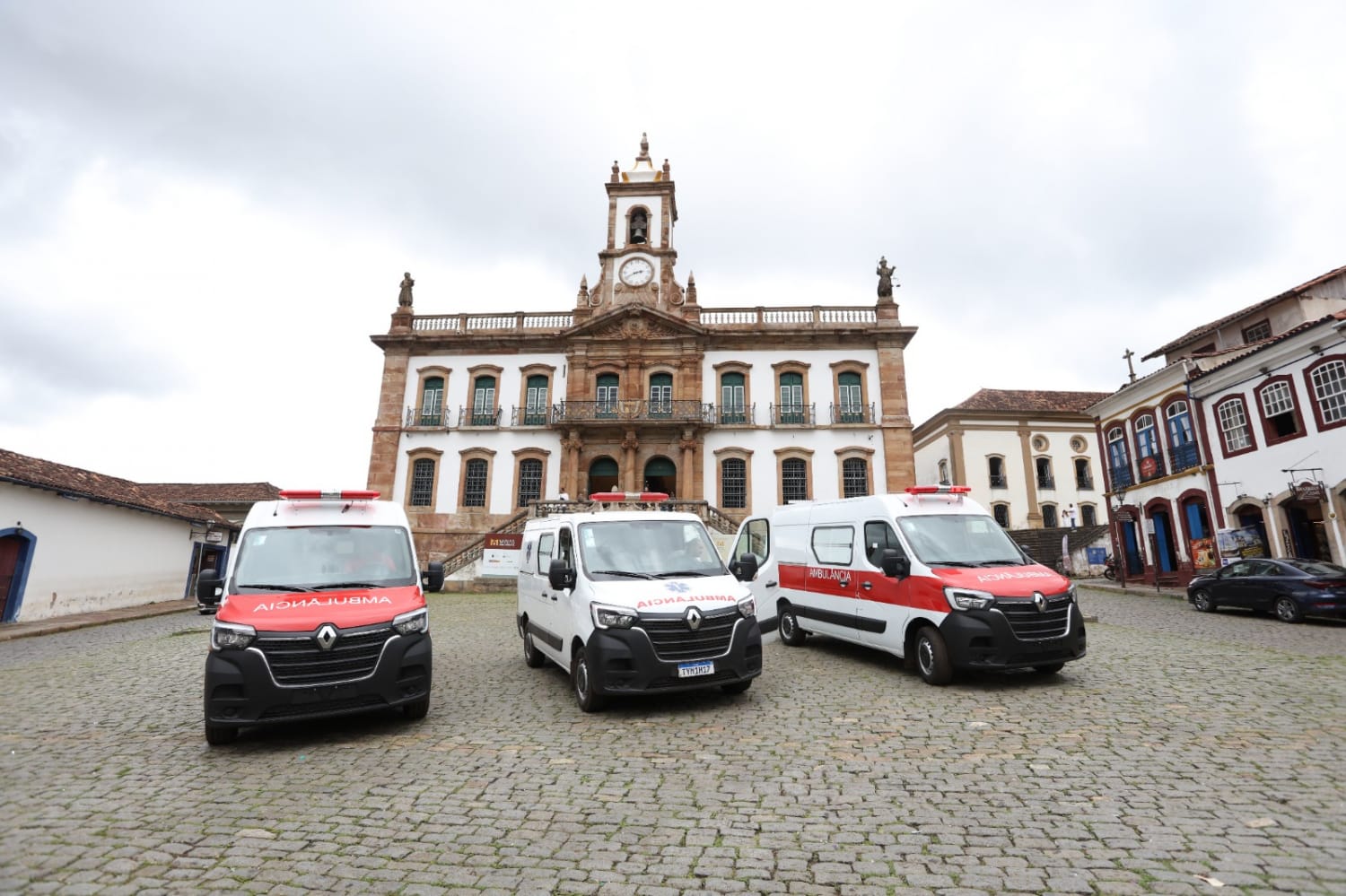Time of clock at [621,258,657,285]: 2:40
